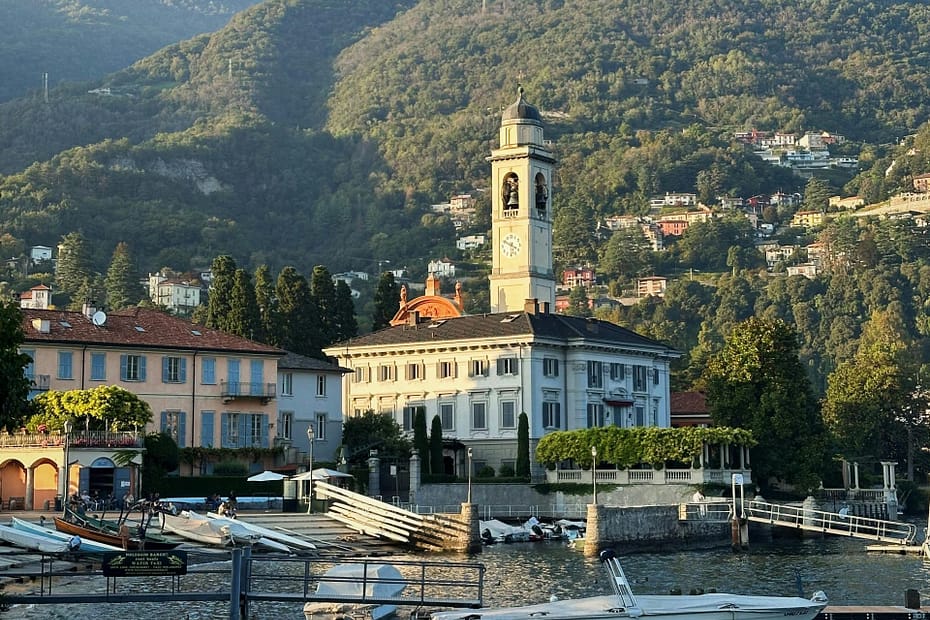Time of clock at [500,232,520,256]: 3:50
